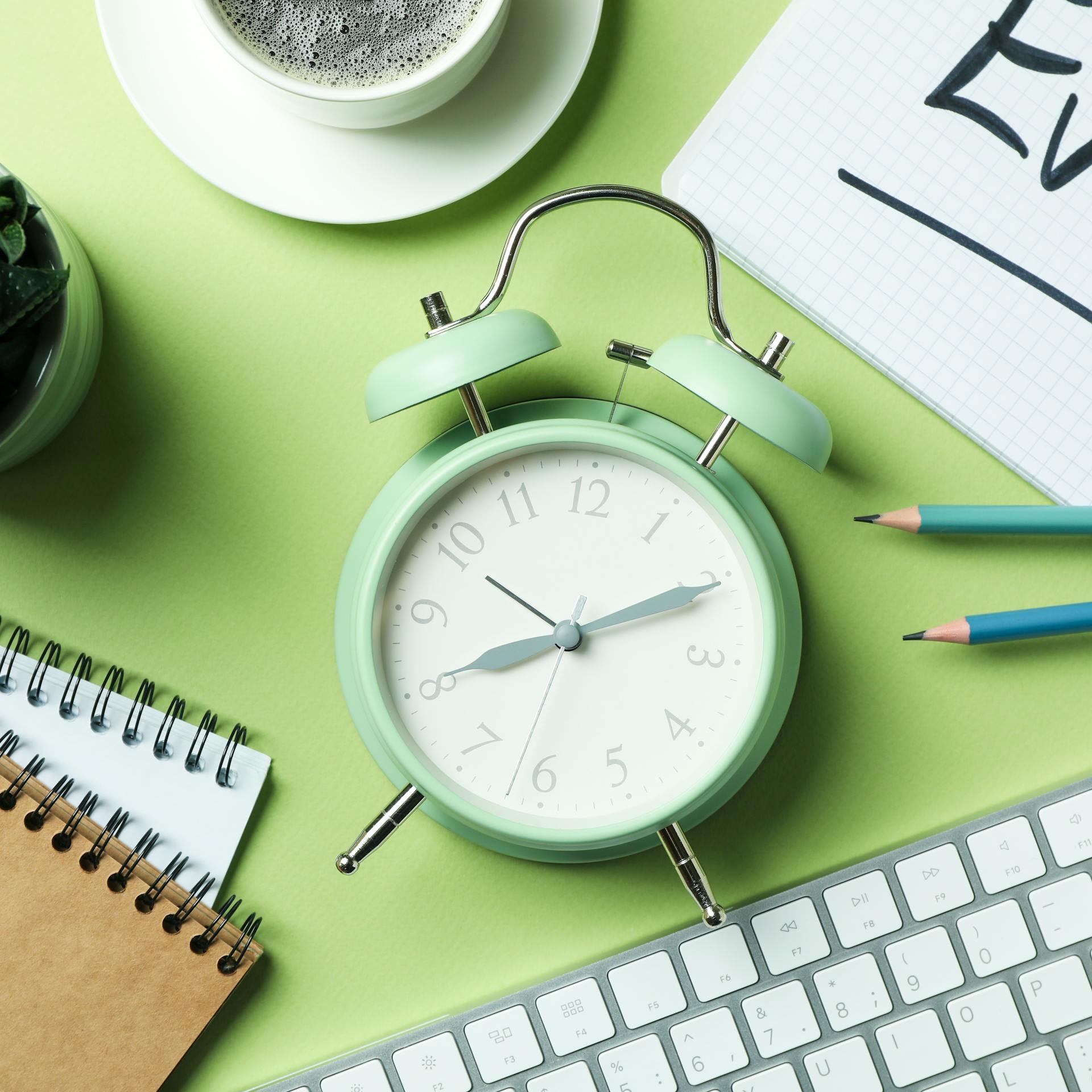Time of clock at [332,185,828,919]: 8:10
